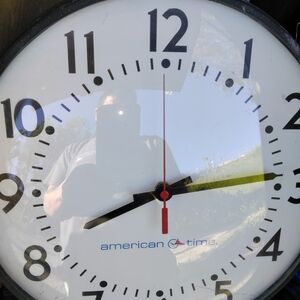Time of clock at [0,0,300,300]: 8:14
